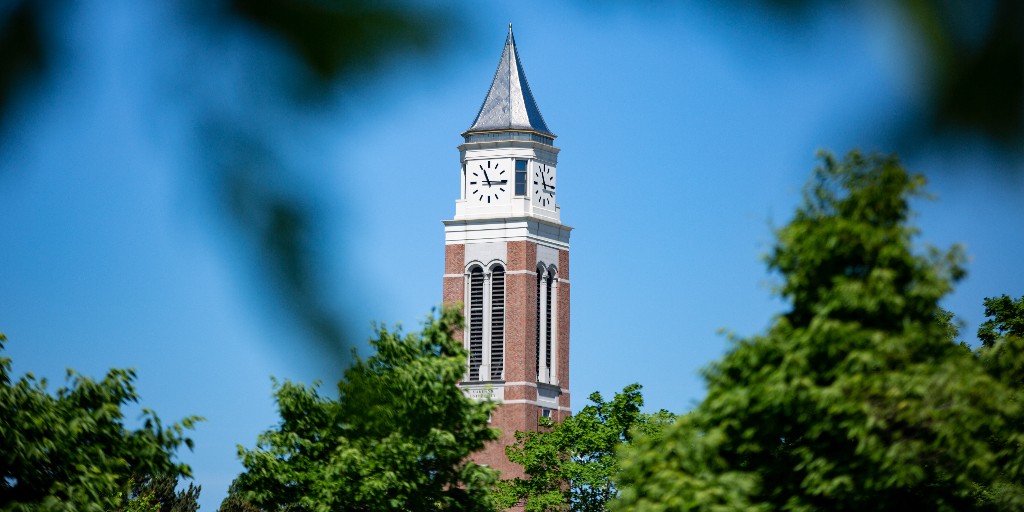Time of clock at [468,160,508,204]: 11:15
